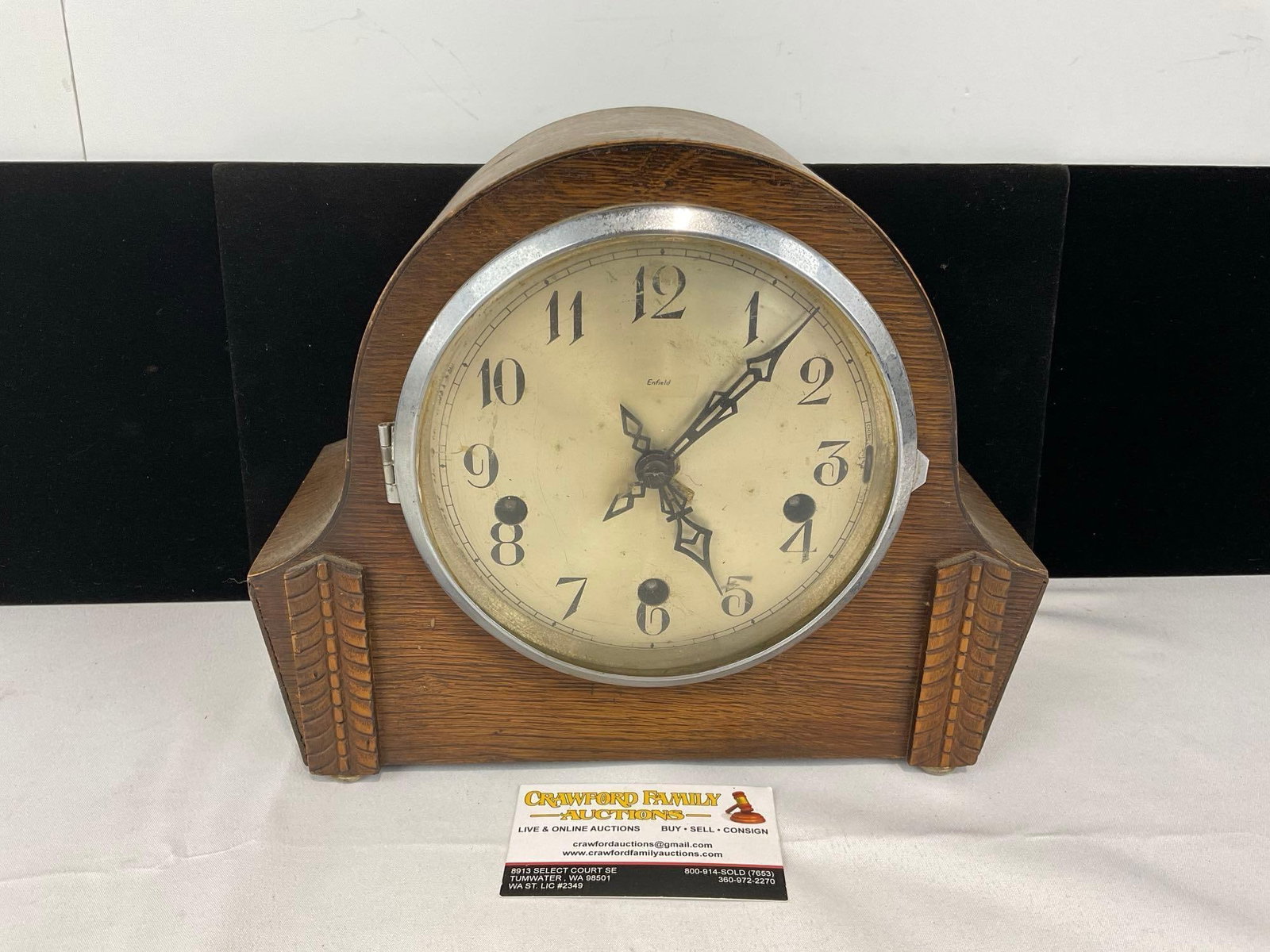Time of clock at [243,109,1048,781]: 5:07
